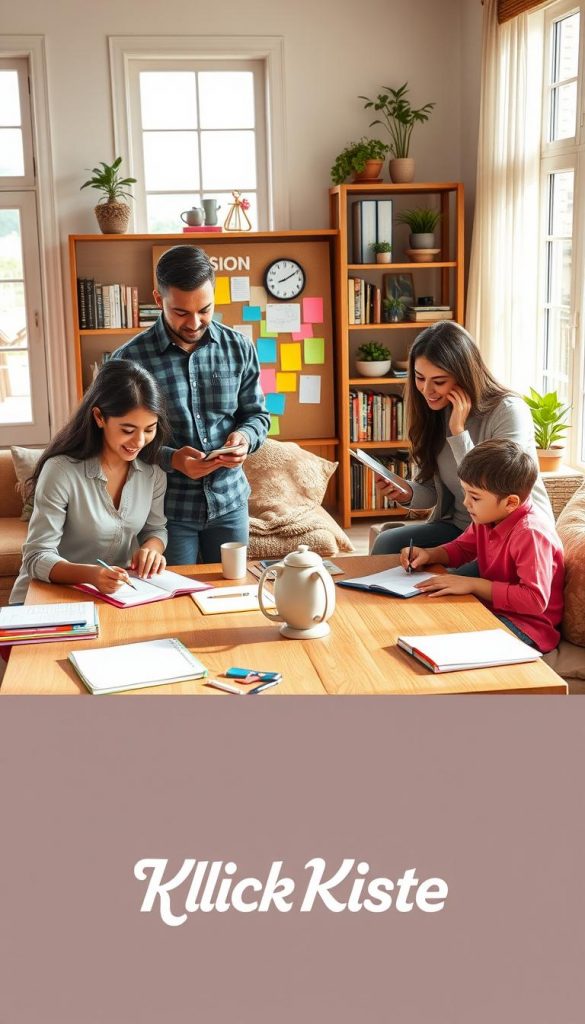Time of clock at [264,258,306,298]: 8:09
